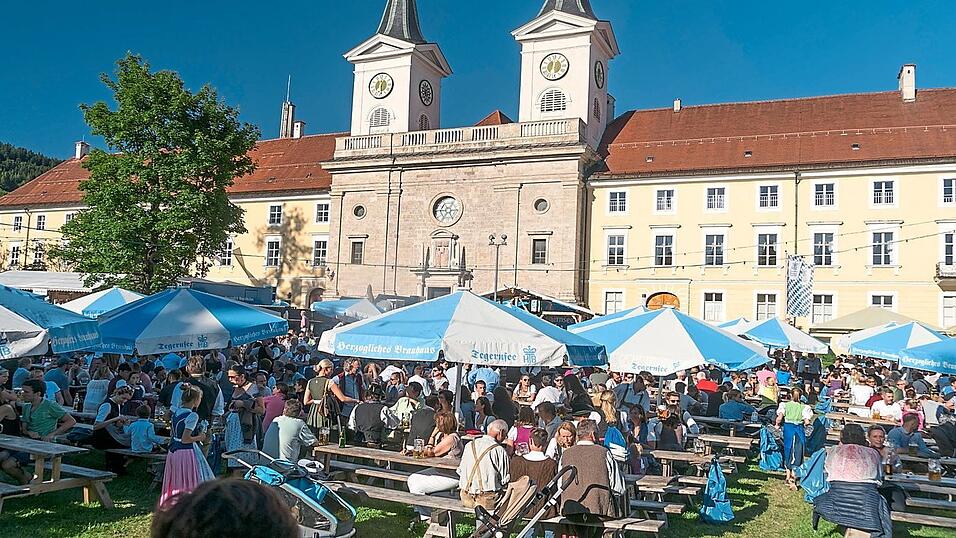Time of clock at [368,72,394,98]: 12:28
